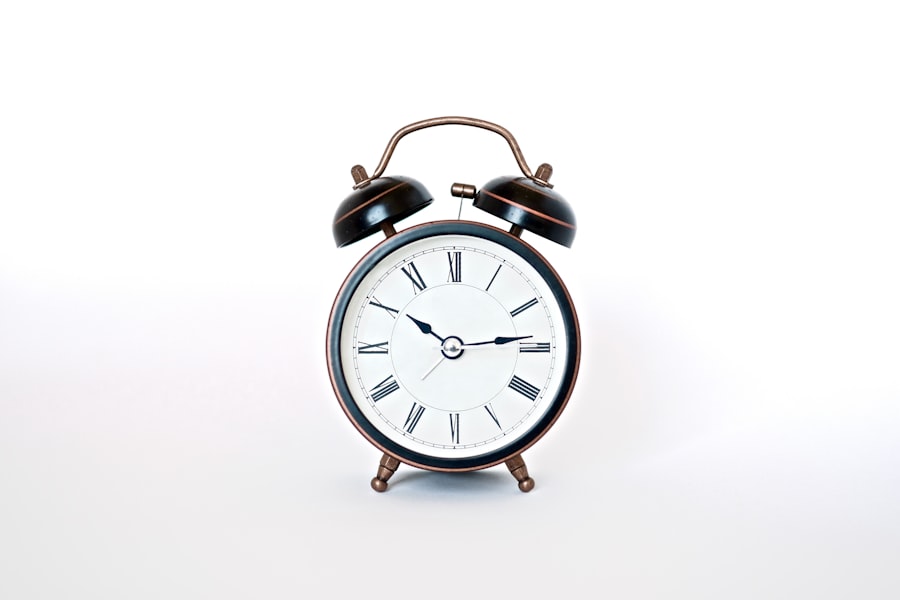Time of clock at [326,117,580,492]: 10:13
